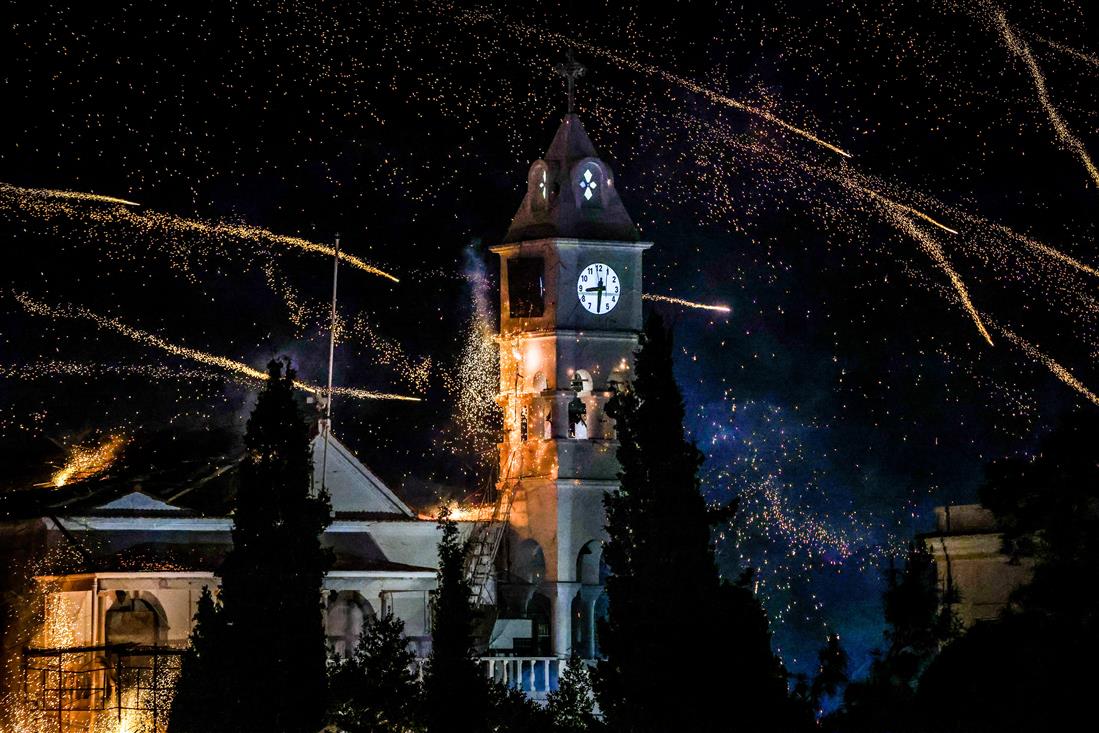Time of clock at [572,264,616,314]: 8:30
